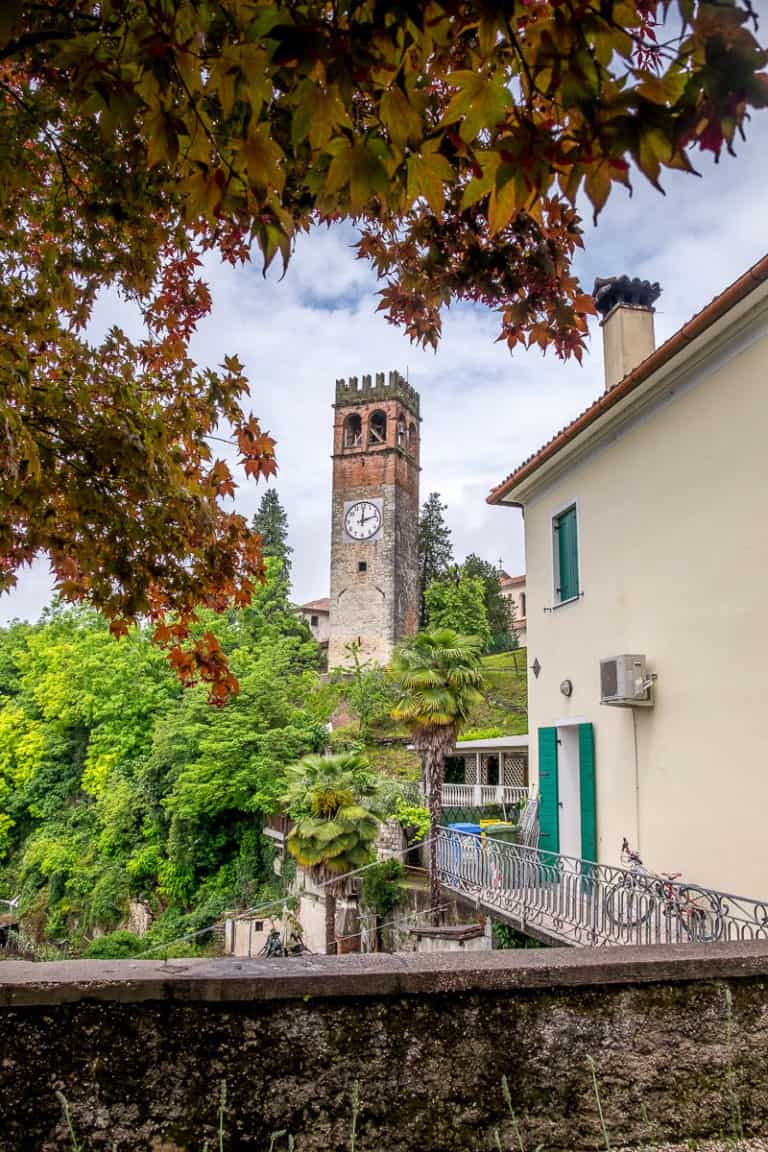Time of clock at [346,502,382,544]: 12:12
